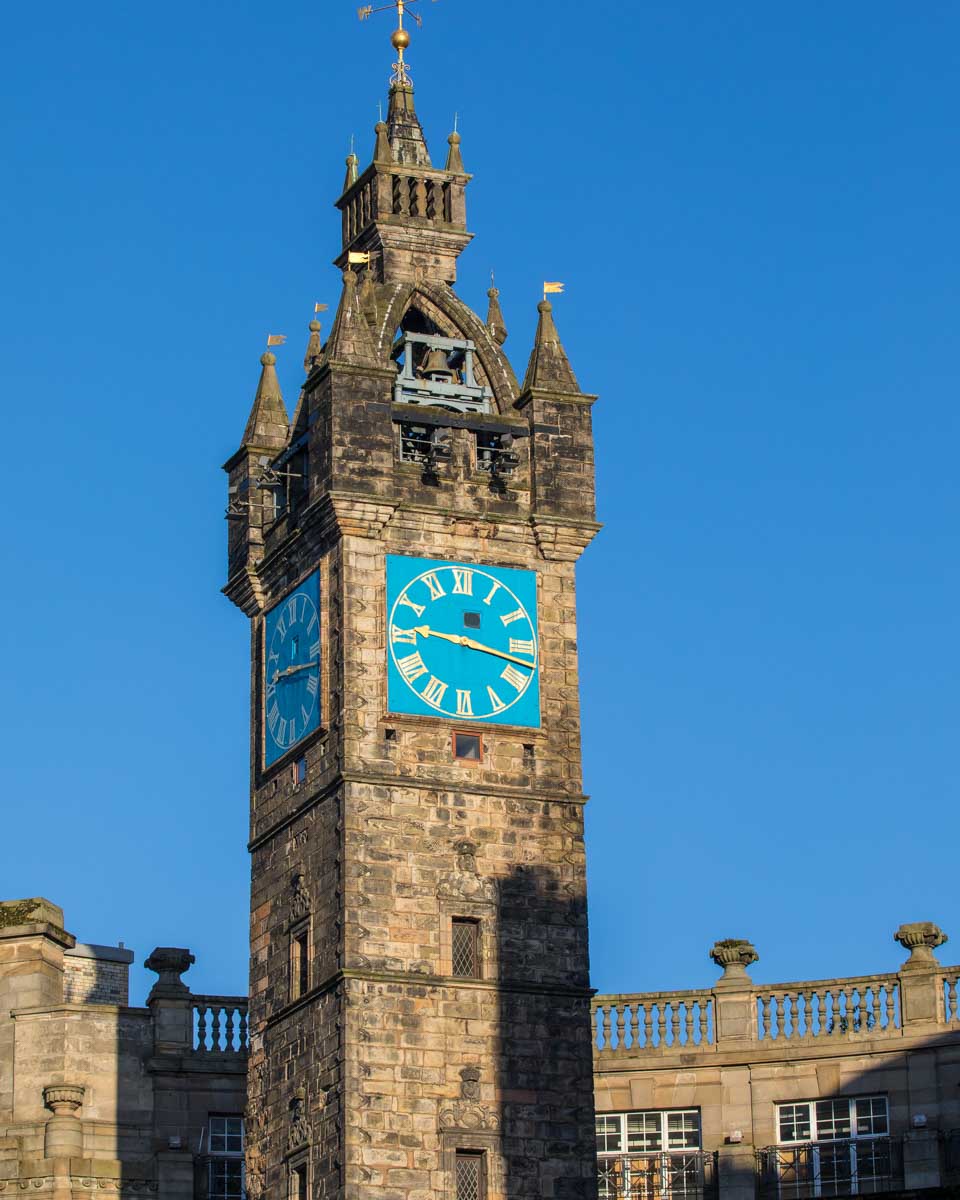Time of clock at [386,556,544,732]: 9:17
